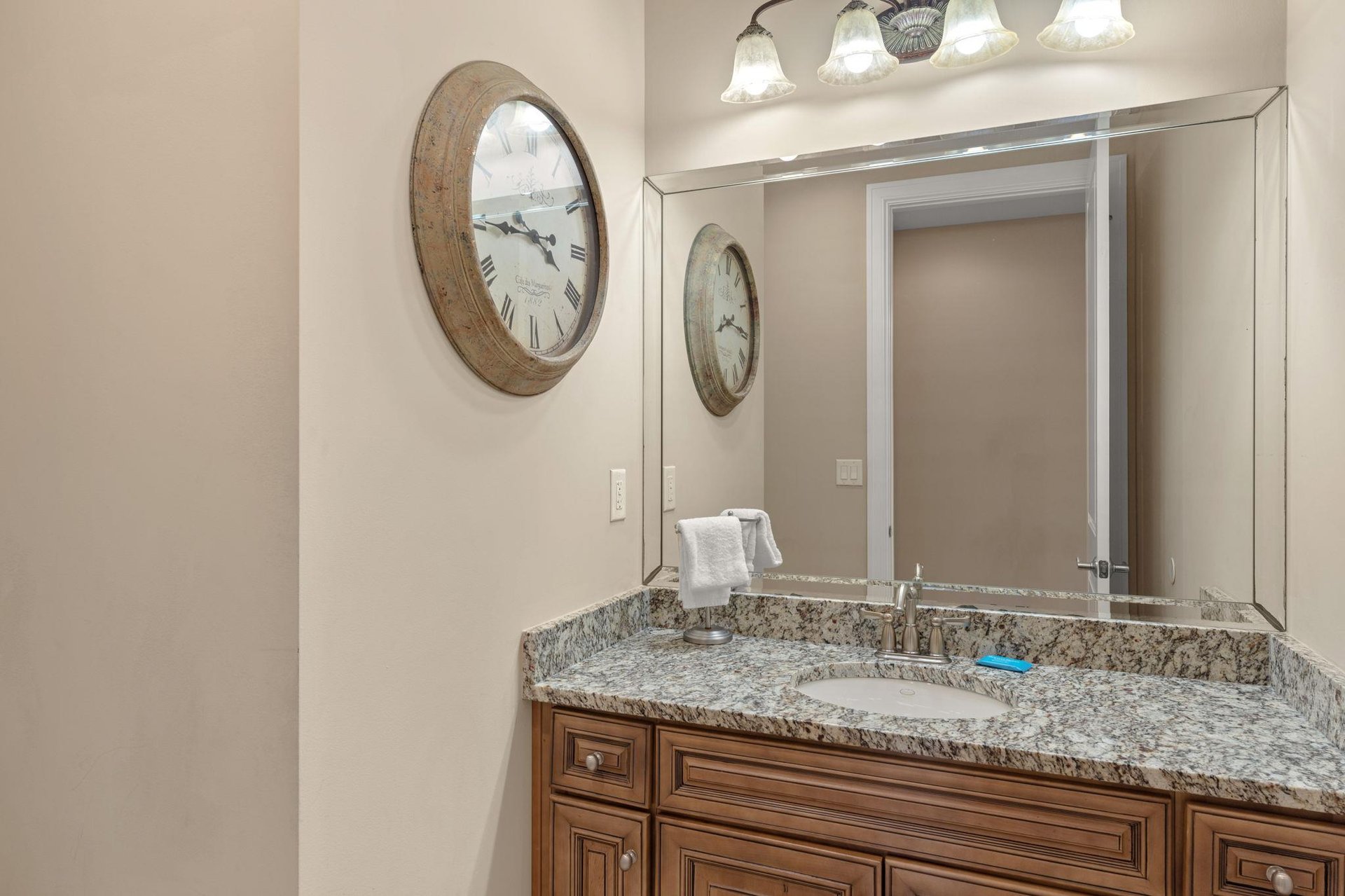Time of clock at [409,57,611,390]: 3:44
